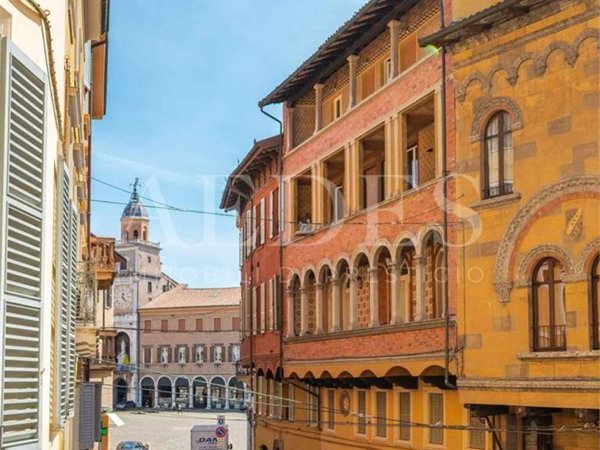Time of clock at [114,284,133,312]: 12:22
